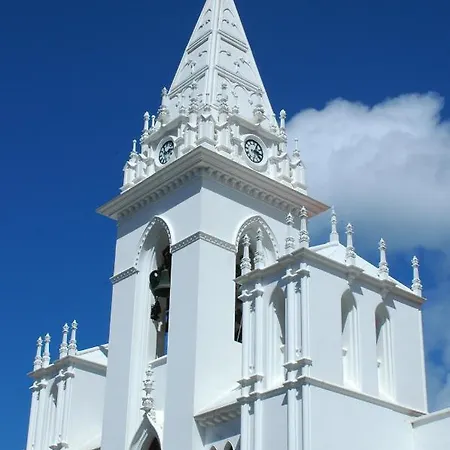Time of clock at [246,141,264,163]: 3:04
